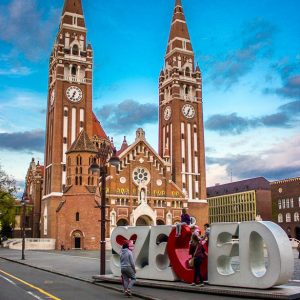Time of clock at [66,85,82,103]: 6:34
